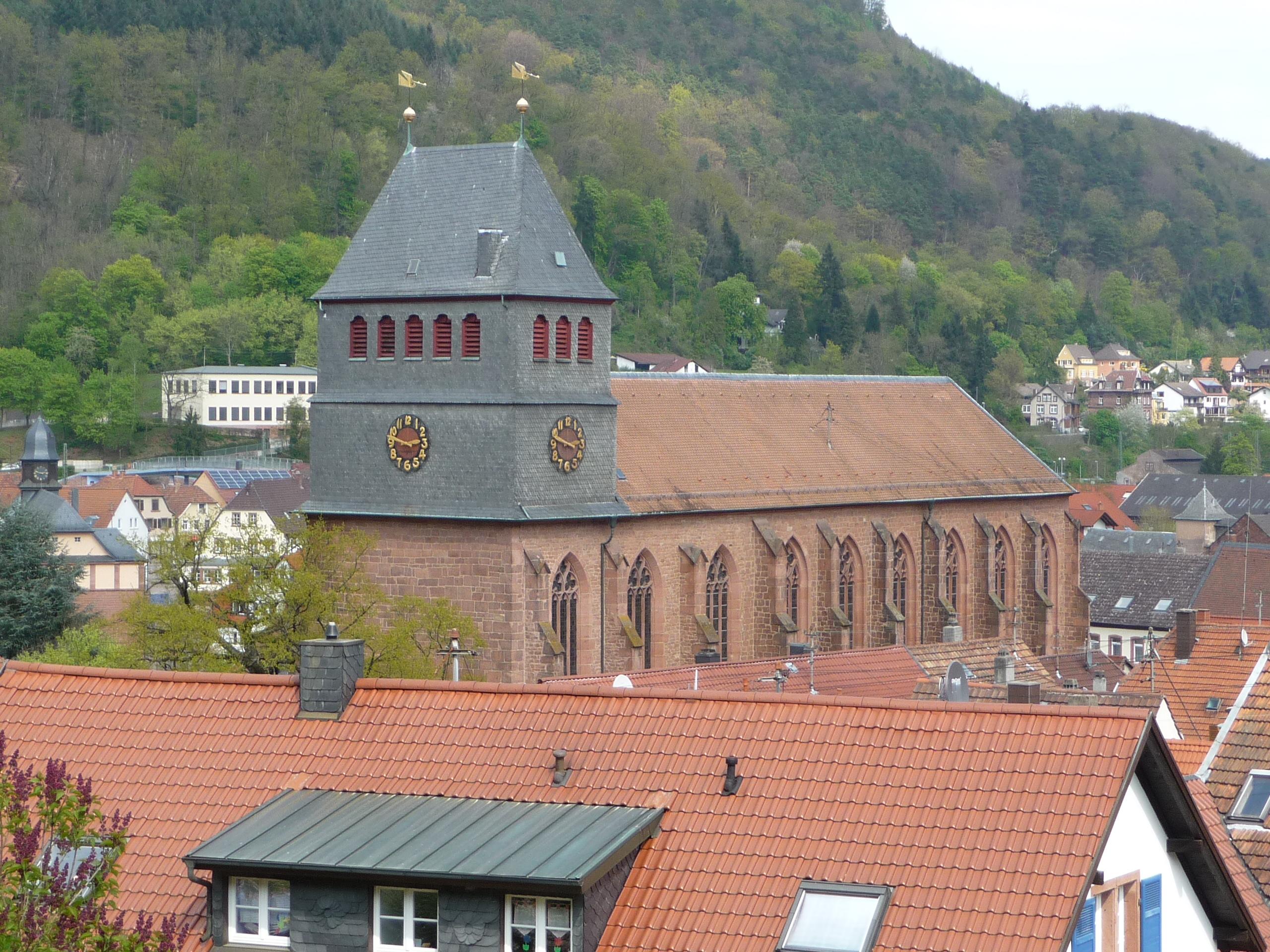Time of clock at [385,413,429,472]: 2:48
